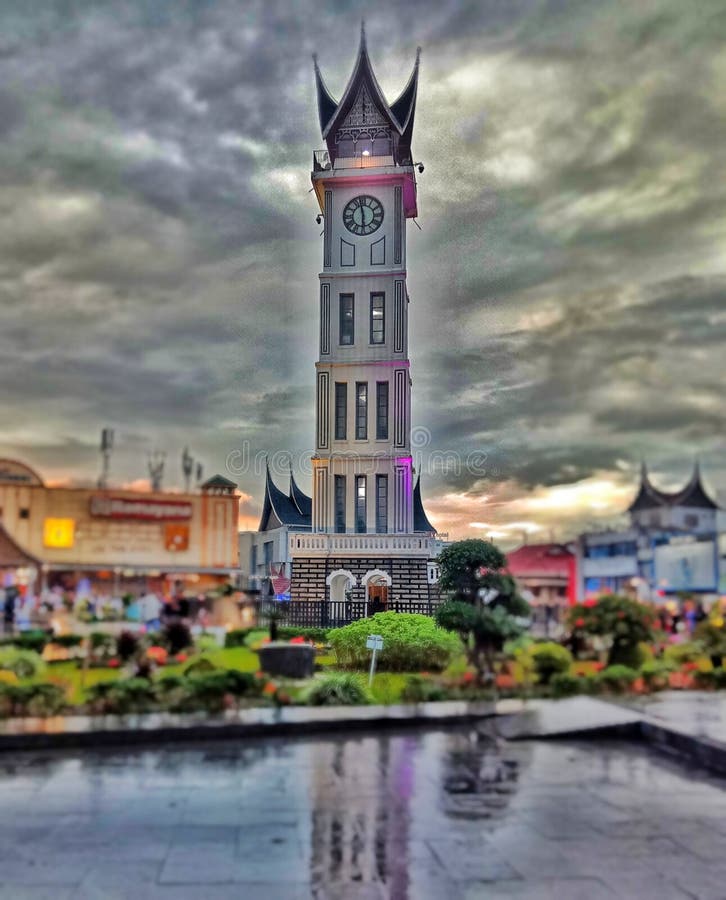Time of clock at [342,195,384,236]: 5:57
